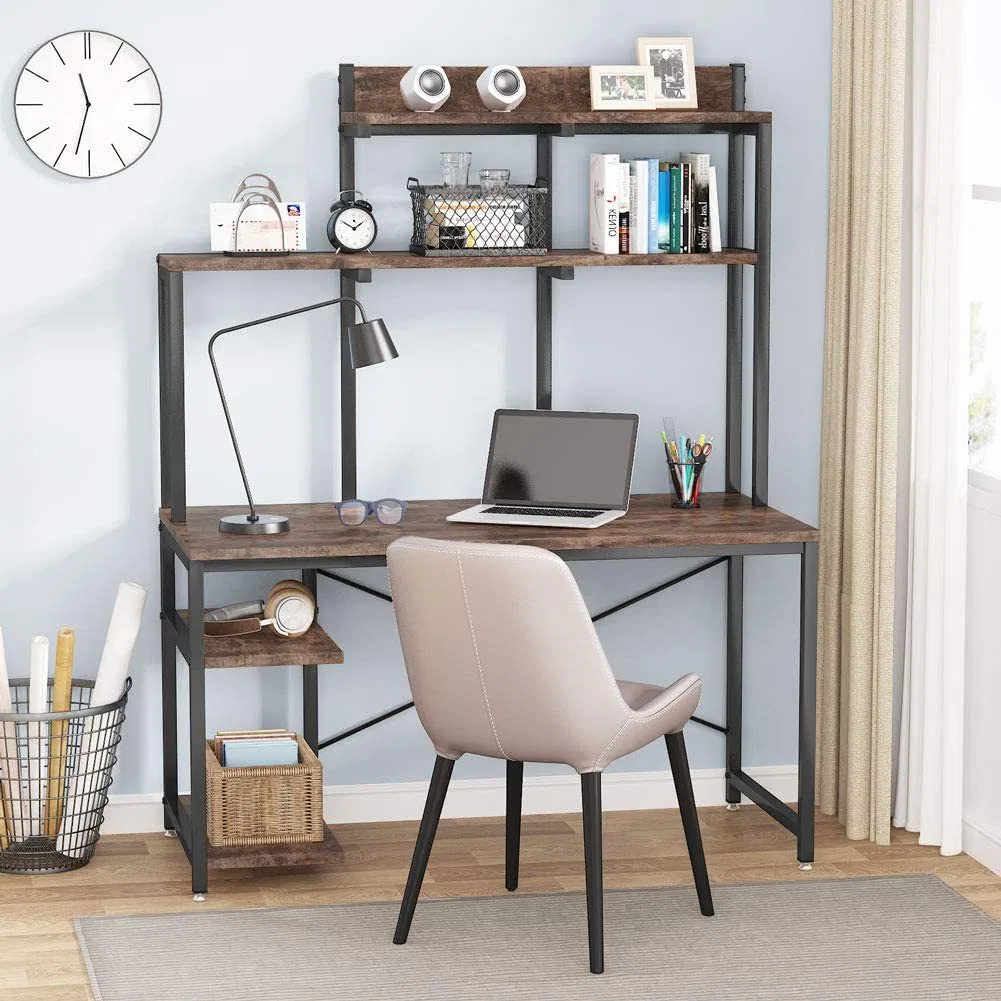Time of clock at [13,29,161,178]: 11:32
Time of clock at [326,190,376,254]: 1:50
